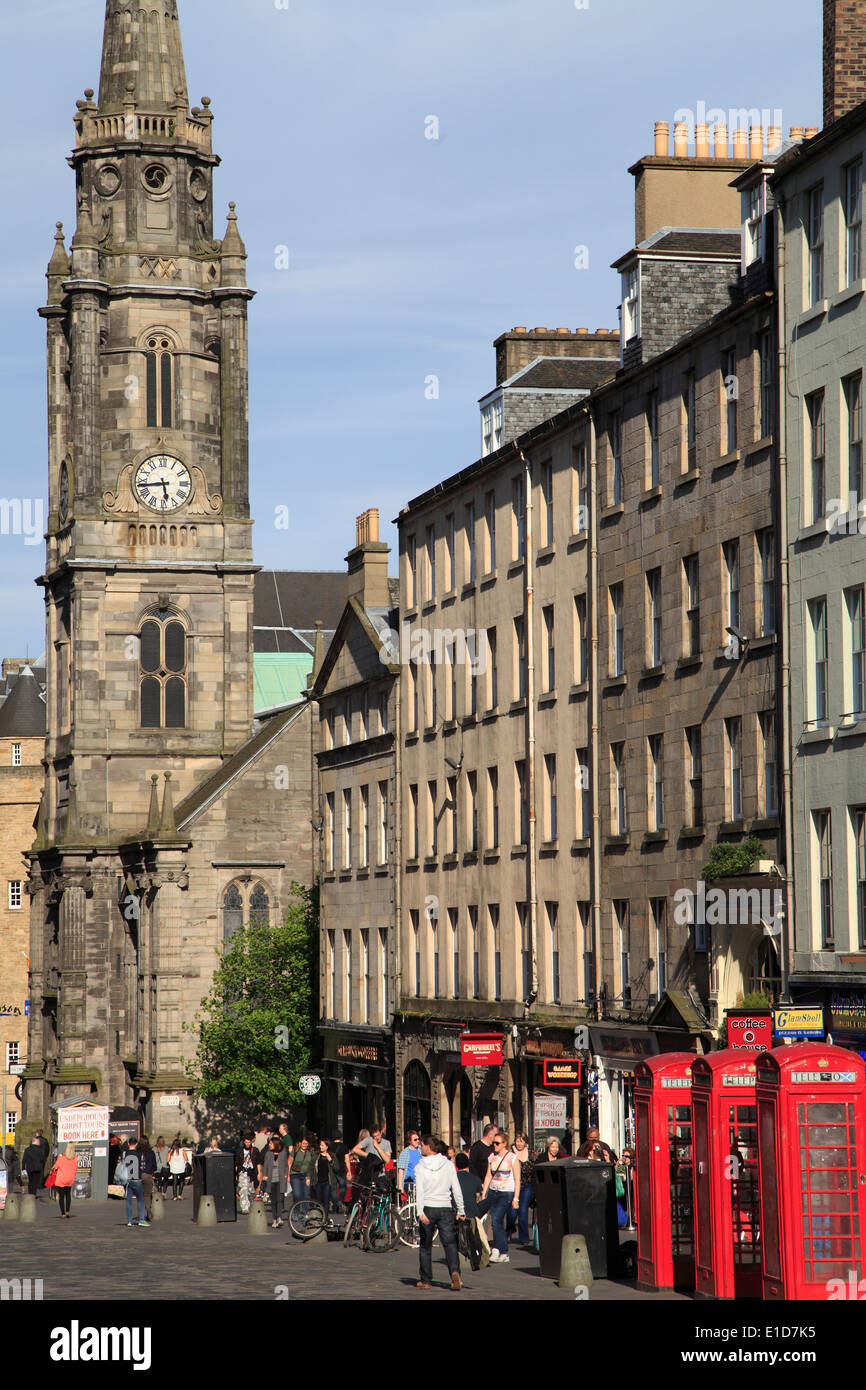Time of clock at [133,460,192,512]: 5:43
